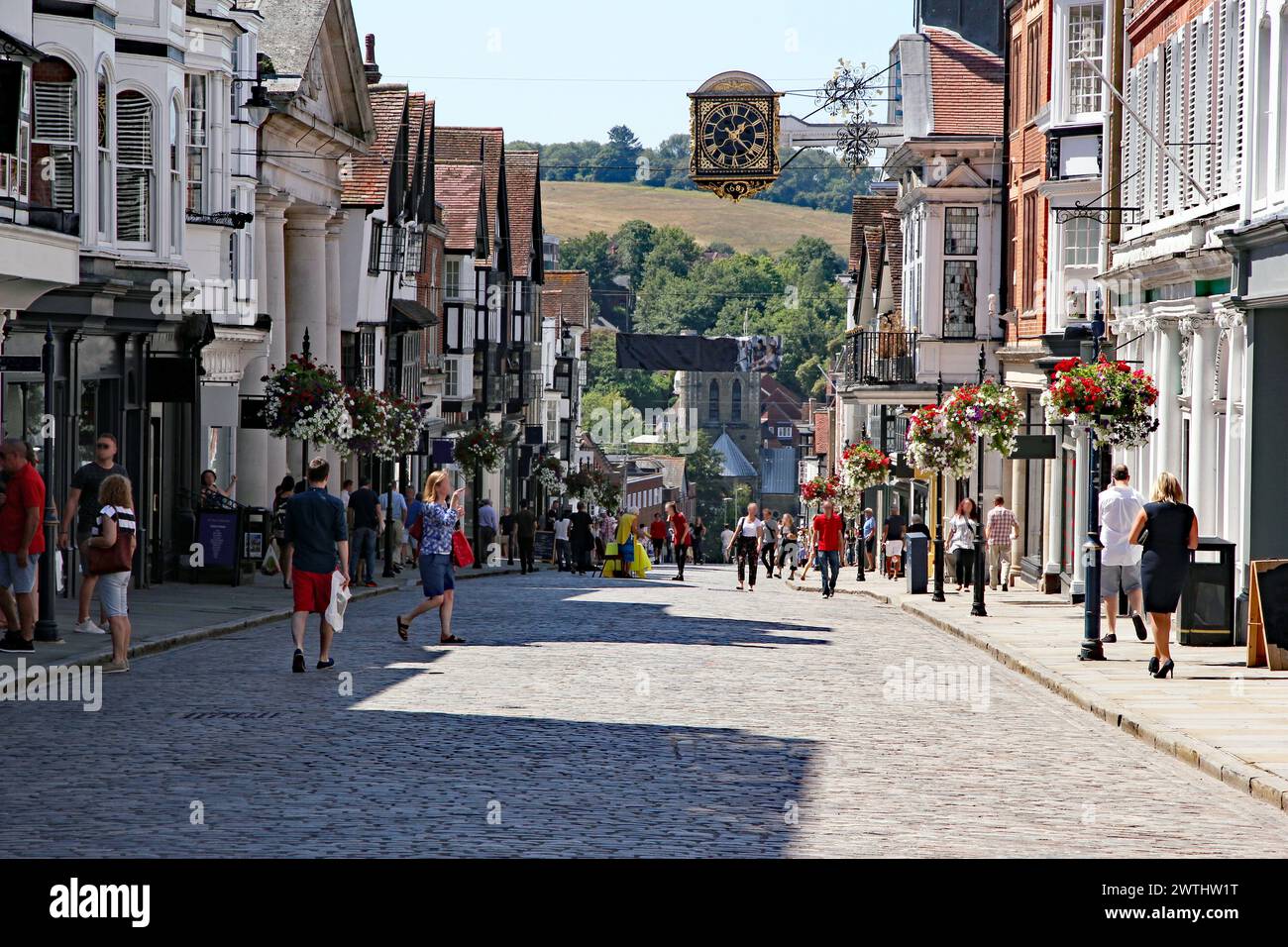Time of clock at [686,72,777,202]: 1:22
